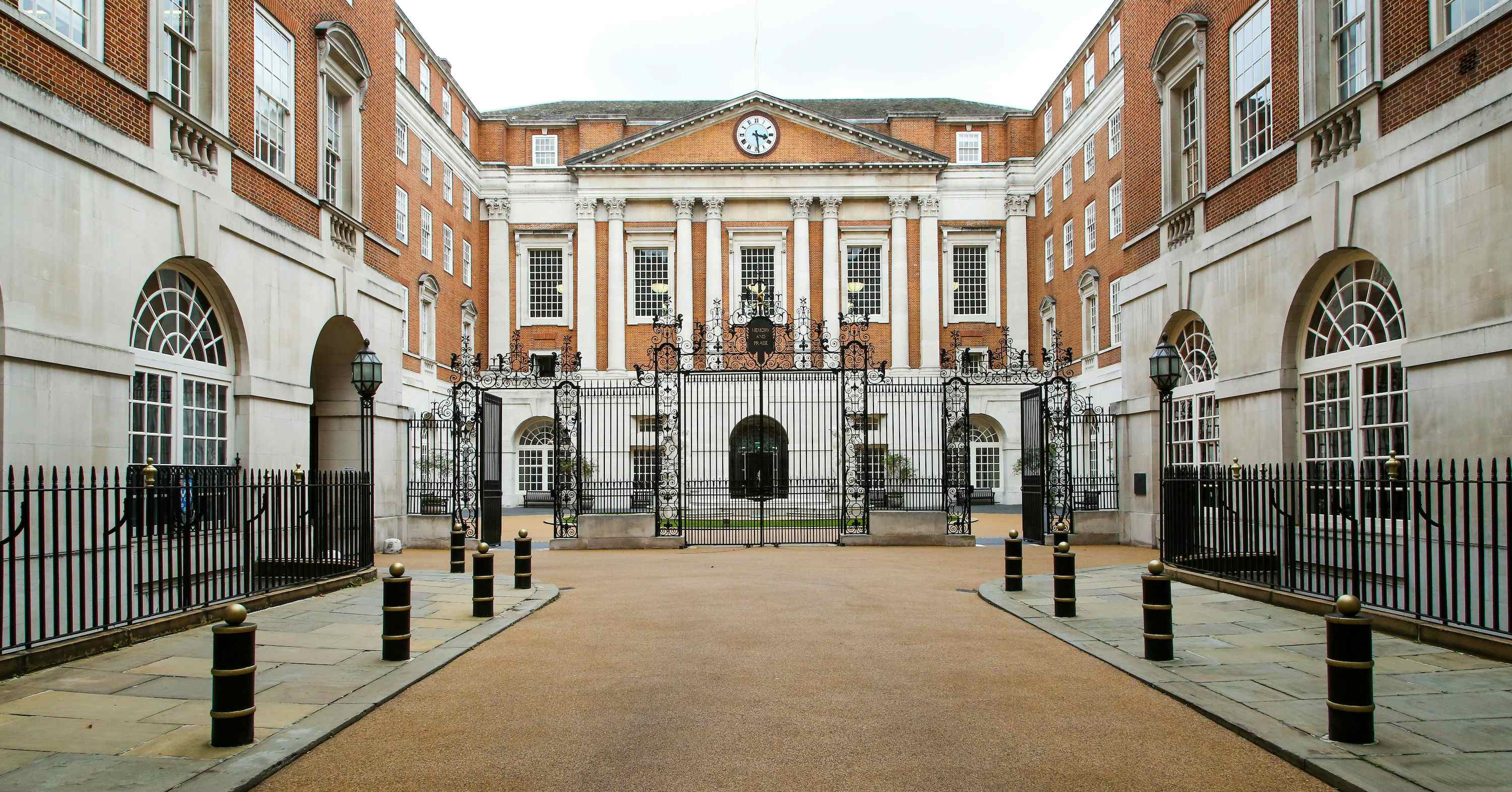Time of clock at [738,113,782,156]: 3:28
